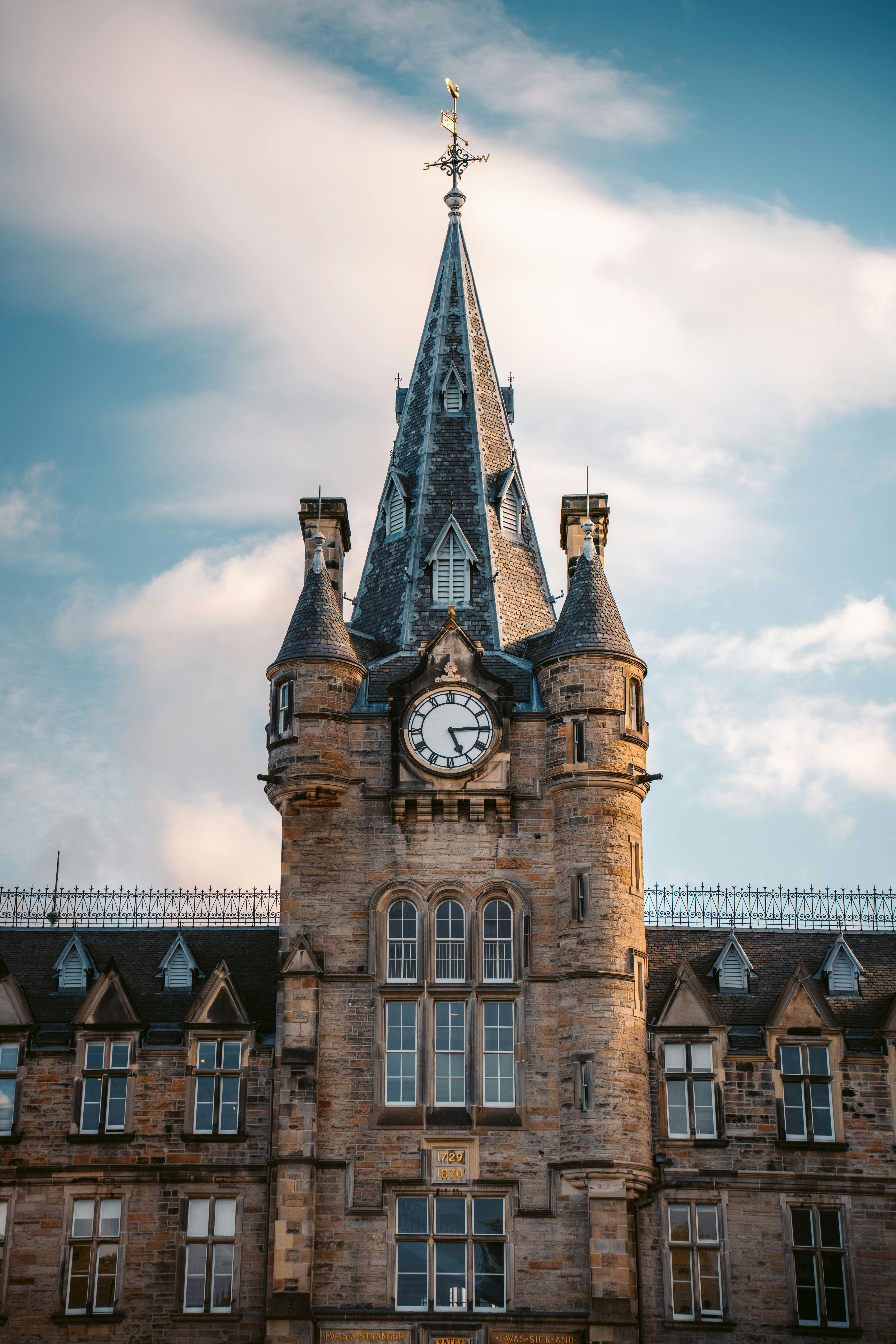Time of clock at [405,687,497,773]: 5:14
